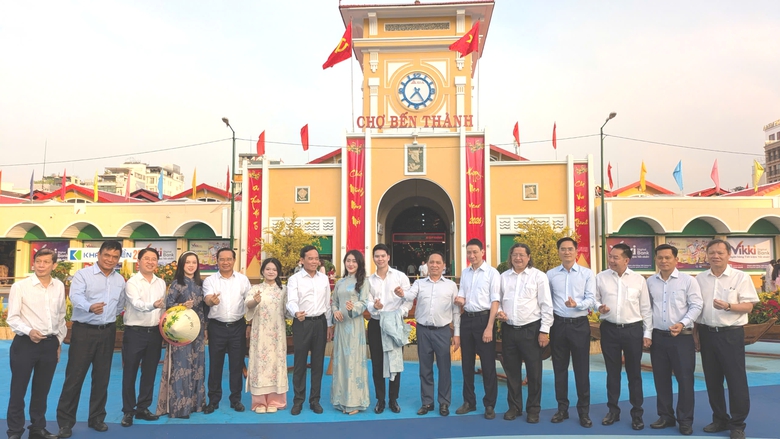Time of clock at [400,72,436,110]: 7:24
